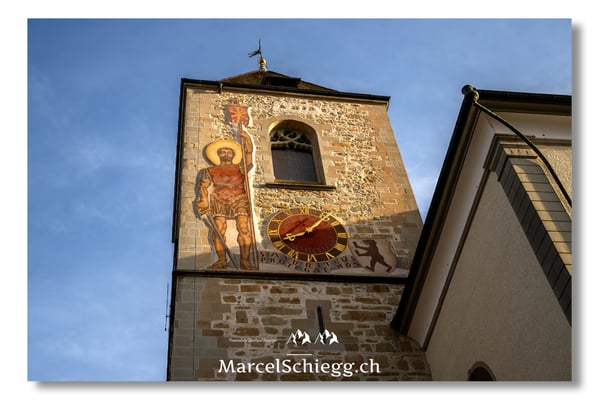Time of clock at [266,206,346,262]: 8:07
